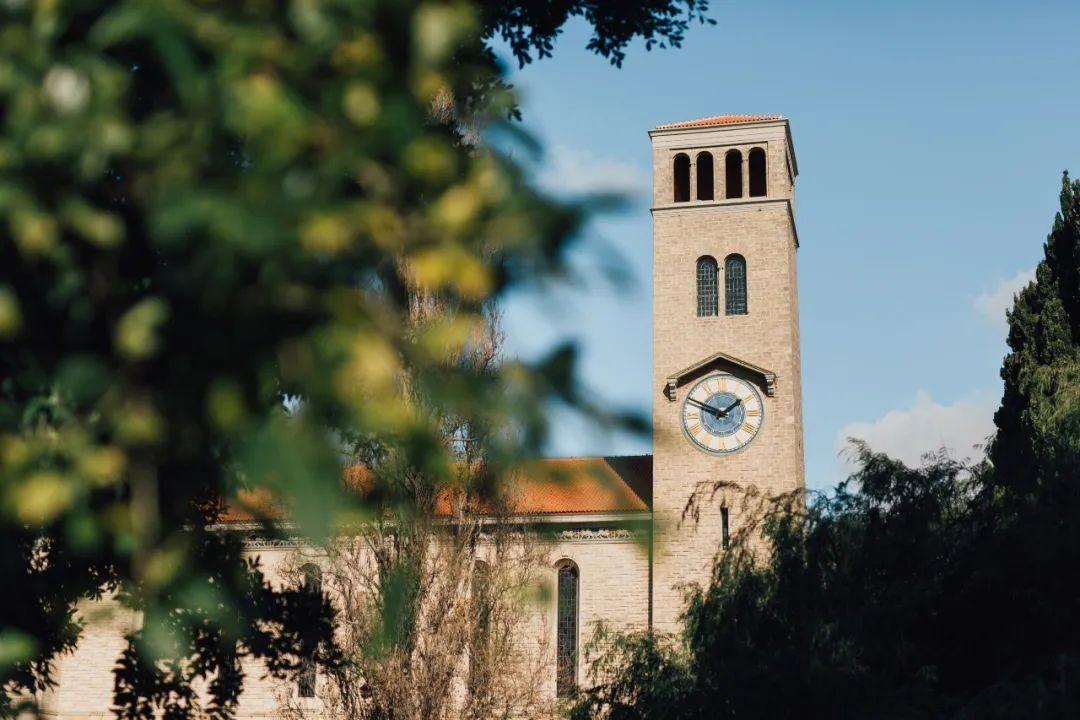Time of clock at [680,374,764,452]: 1:49
